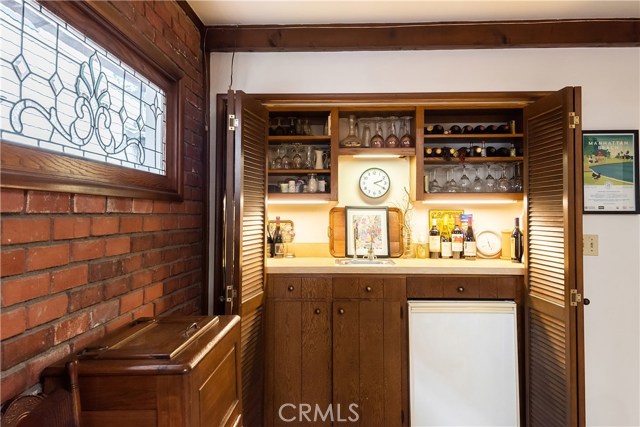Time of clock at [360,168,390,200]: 2:19
